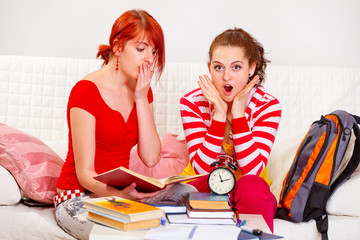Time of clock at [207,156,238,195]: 11:11
